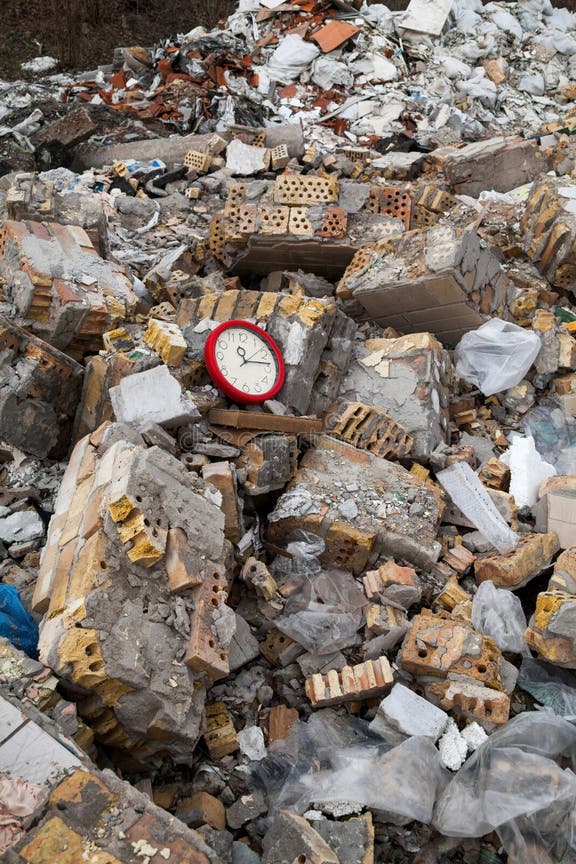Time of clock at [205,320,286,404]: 11:13
